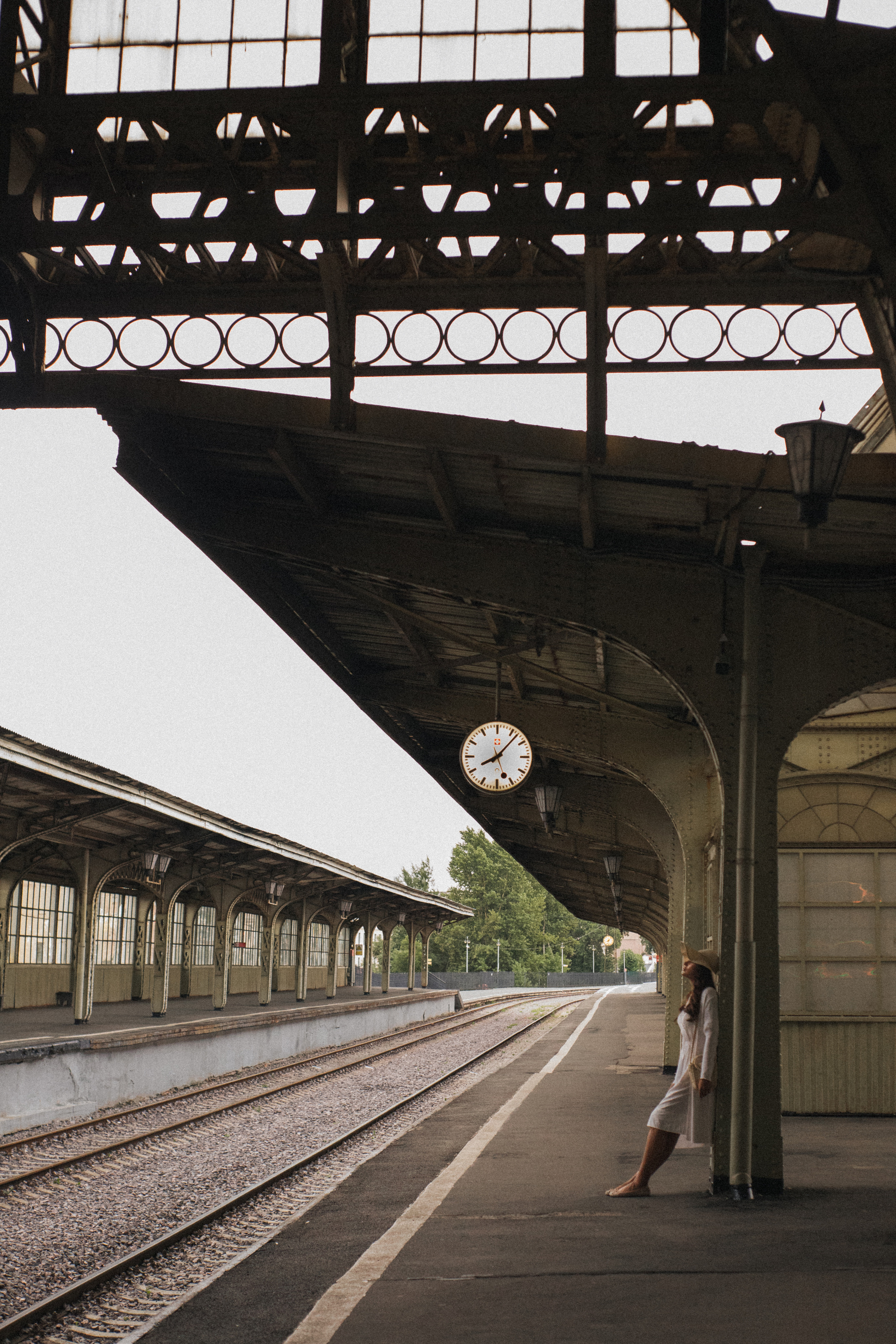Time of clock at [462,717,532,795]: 8:07
